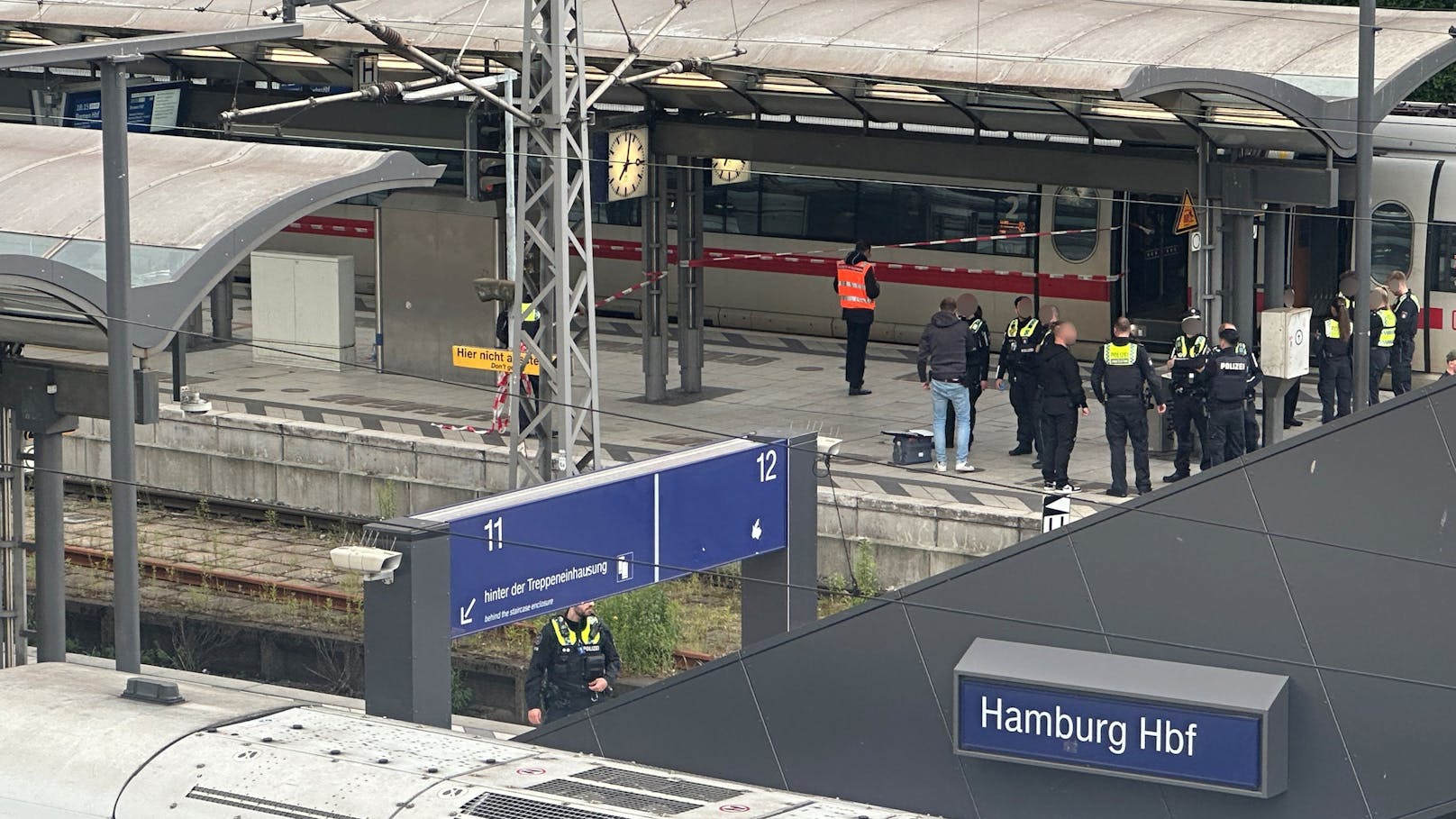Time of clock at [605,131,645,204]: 7:02
